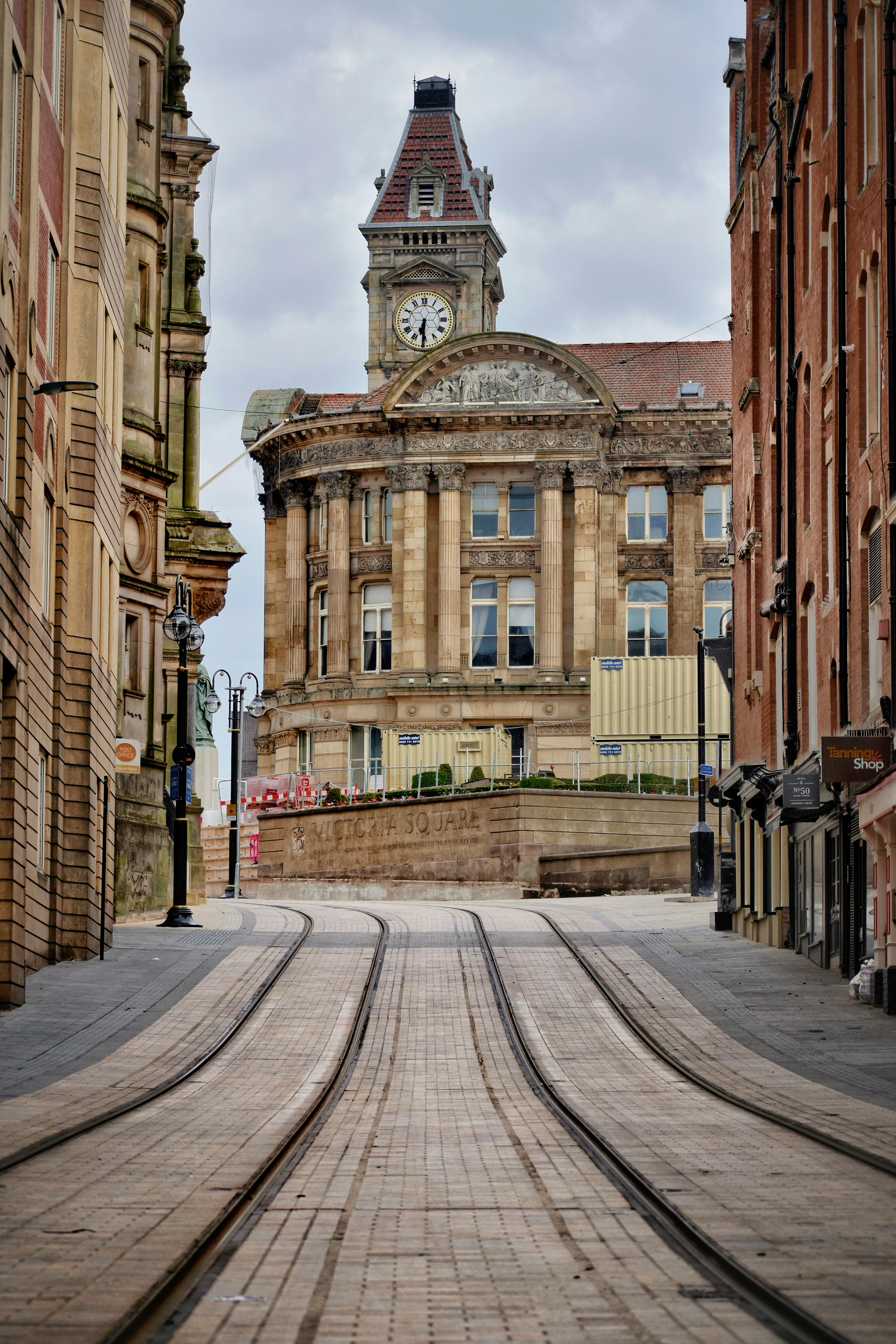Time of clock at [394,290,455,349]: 6:30
